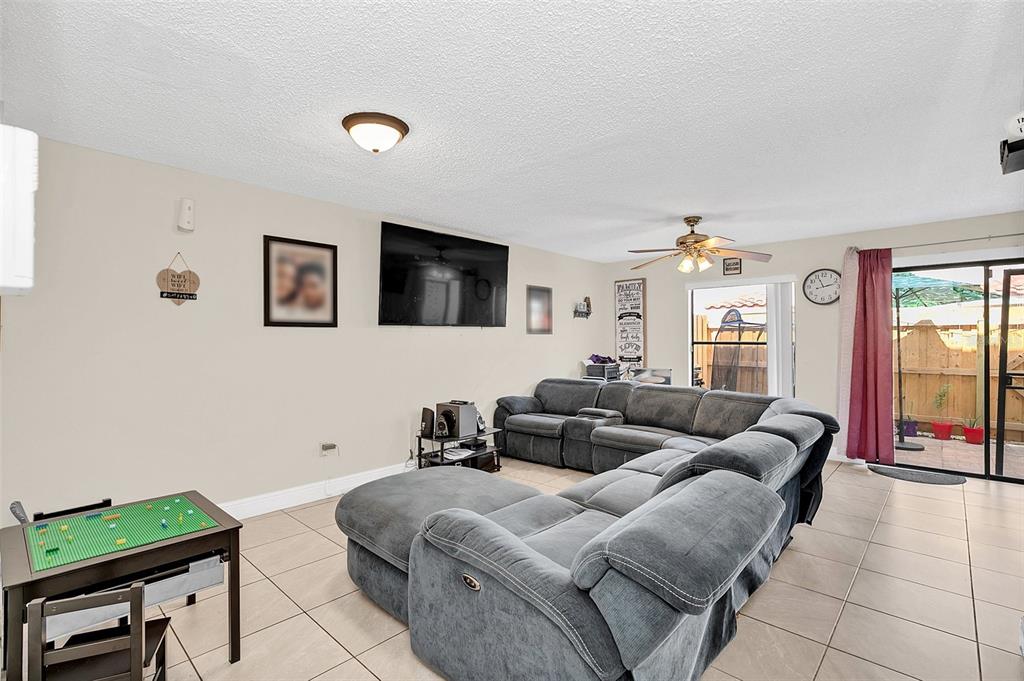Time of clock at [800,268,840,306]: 11:12
